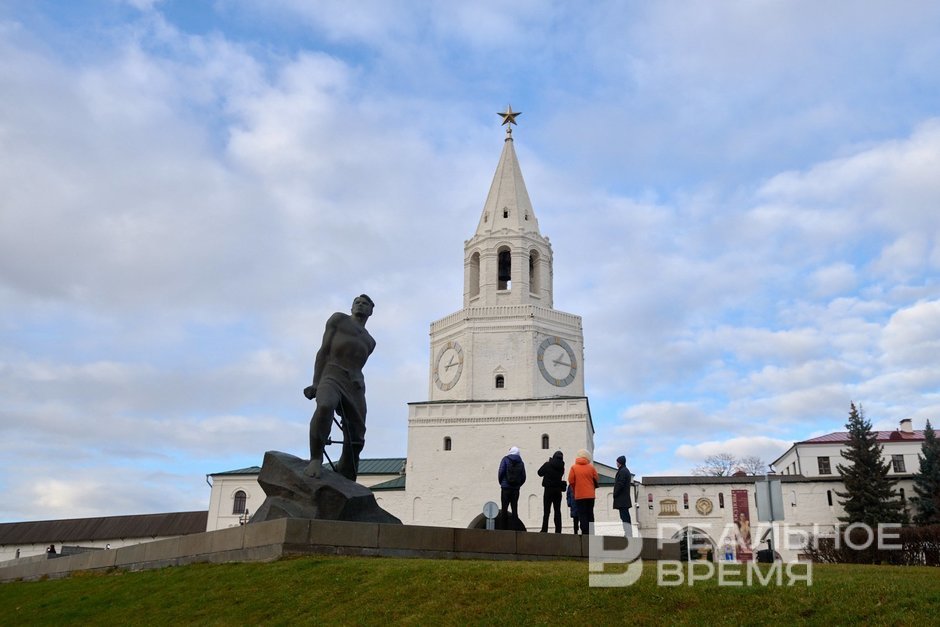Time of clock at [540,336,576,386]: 1:15
